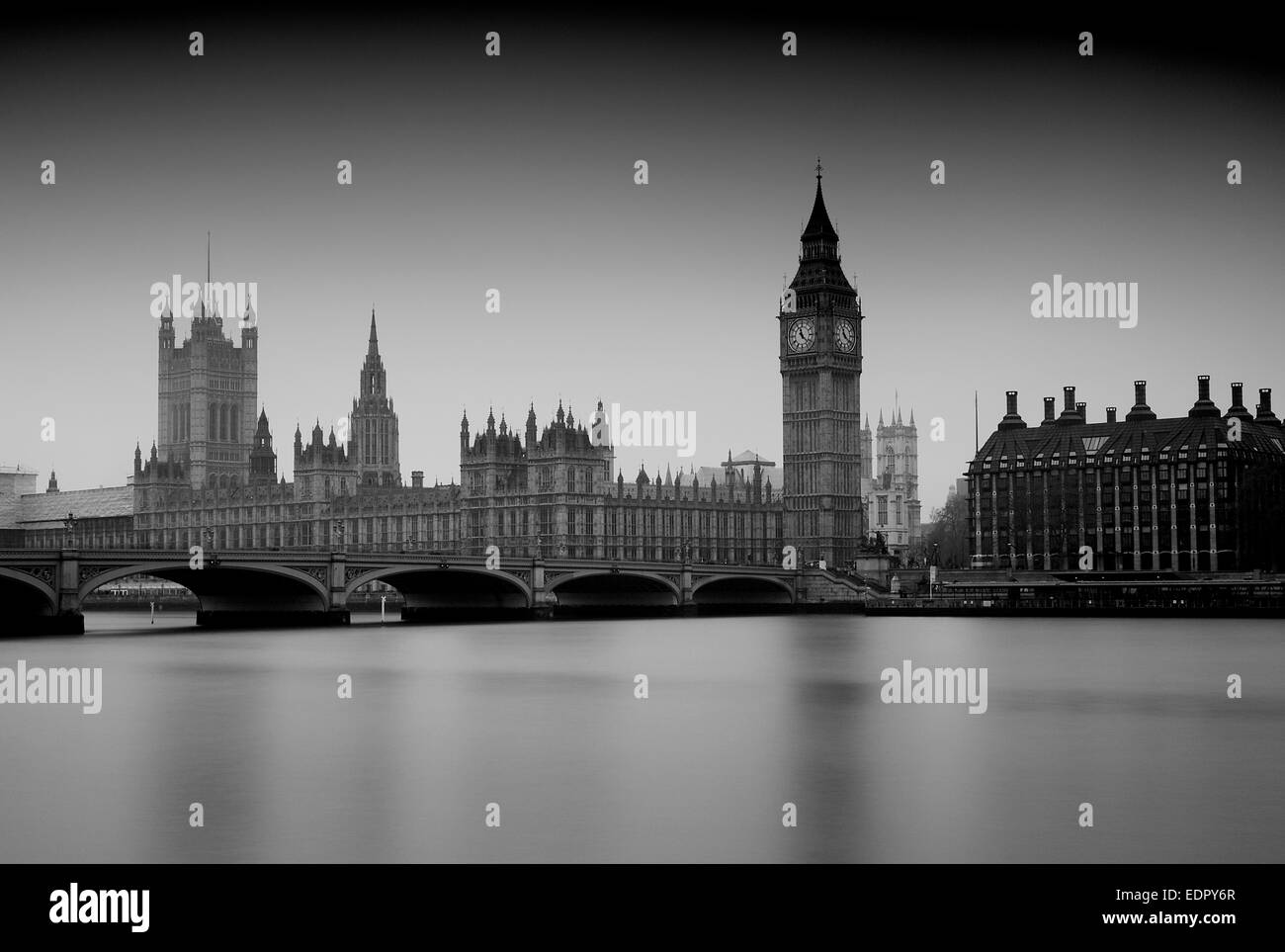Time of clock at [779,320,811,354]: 11:22
